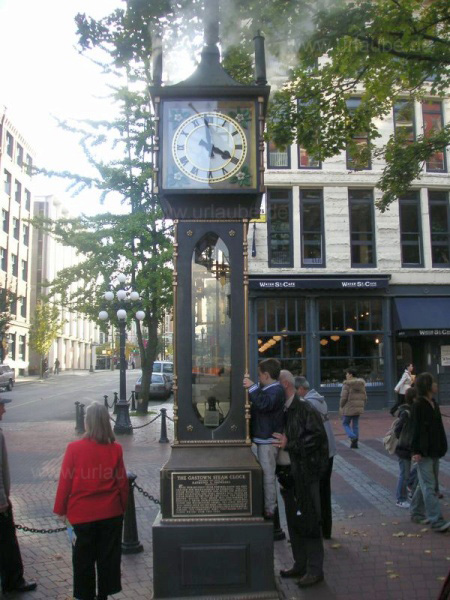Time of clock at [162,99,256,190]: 3:58
